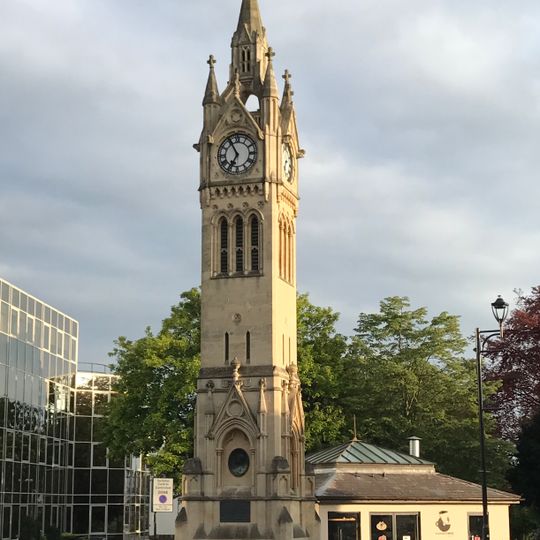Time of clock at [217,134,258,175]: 6:55
